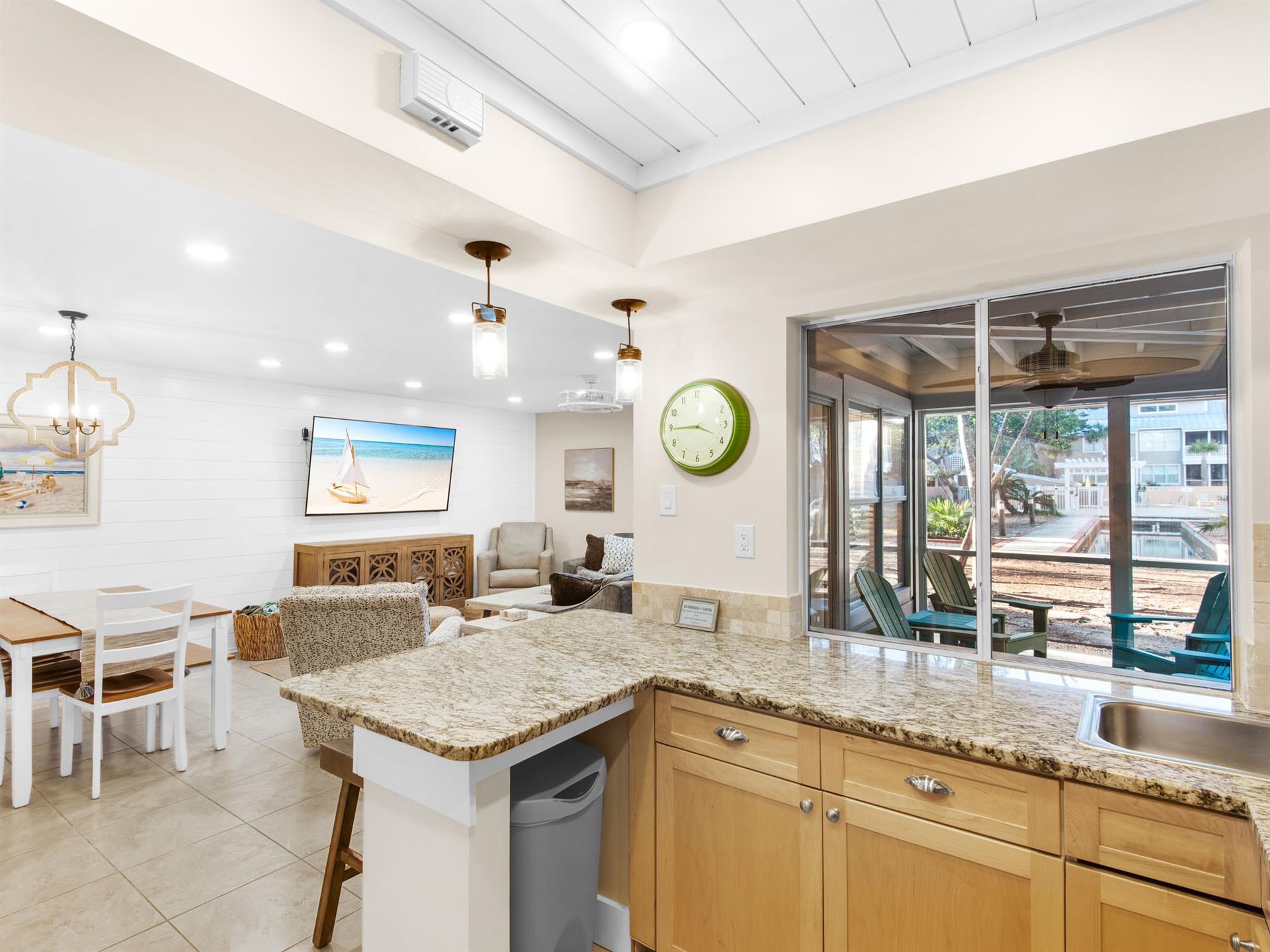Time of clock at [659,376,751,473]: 3:44
